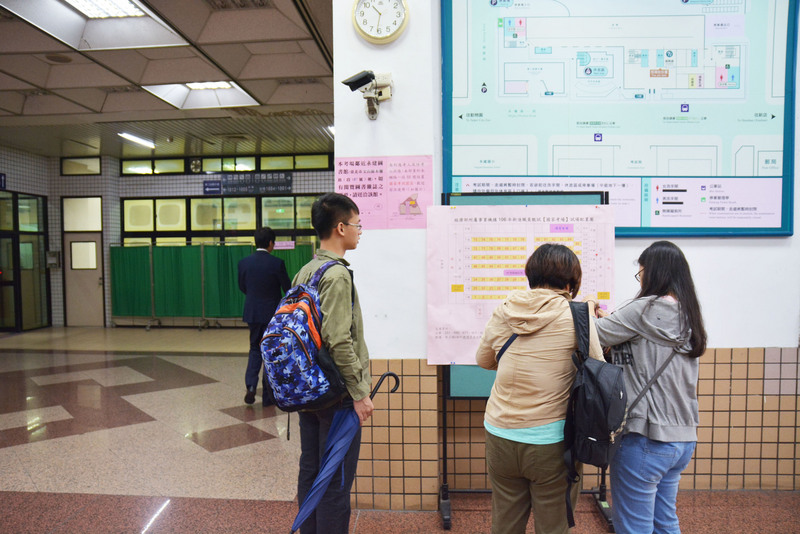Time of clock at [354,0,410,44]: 10:31
